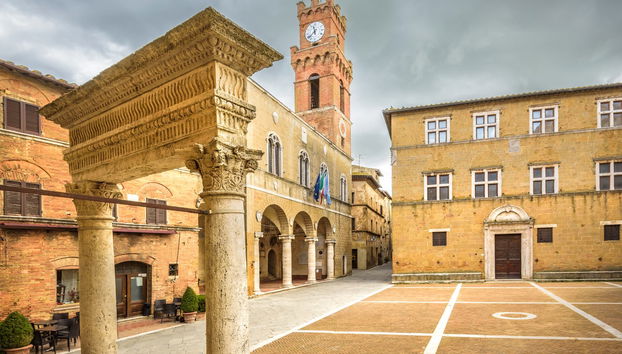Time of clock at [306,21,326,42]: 11:37
